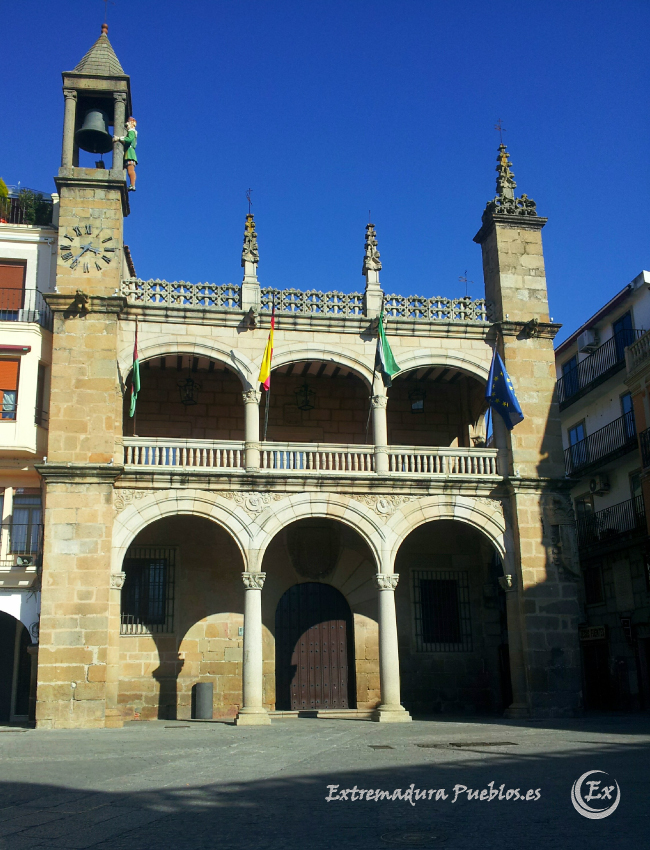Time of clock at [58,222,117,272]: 3:36
